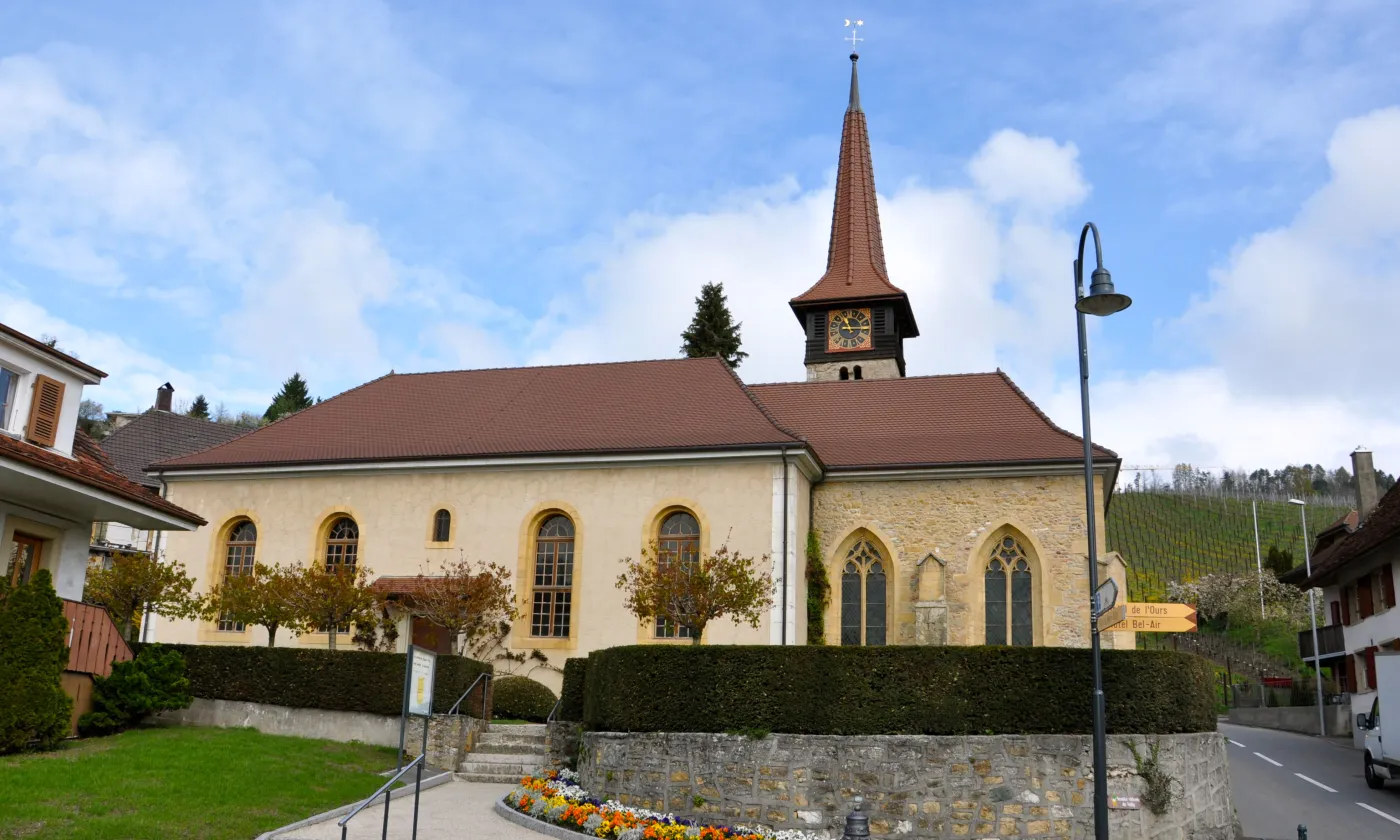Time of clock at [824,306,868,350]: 11:14
